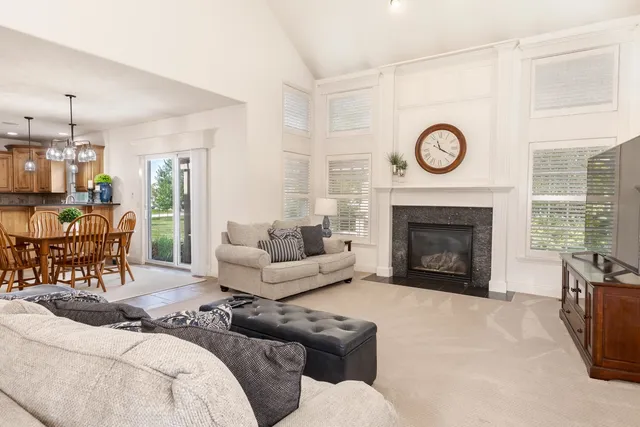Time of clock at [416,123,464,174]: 11:20
